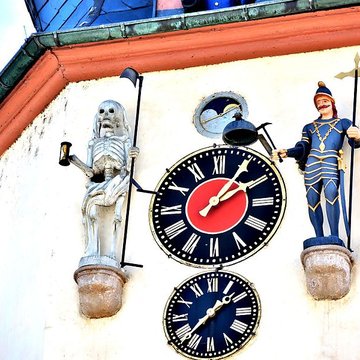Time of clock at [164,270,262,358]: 1:37
